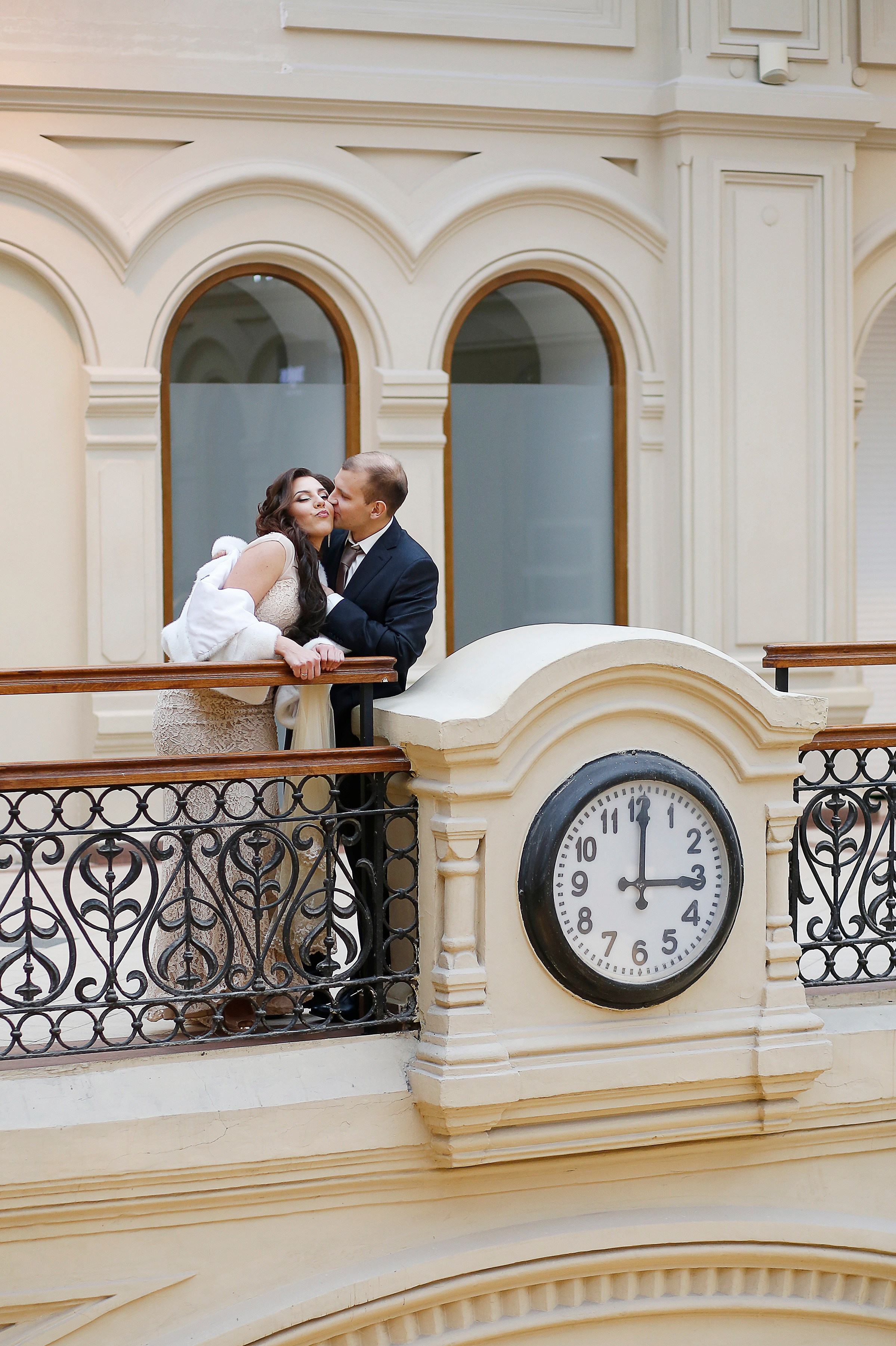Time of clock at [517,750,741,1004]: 3:00
